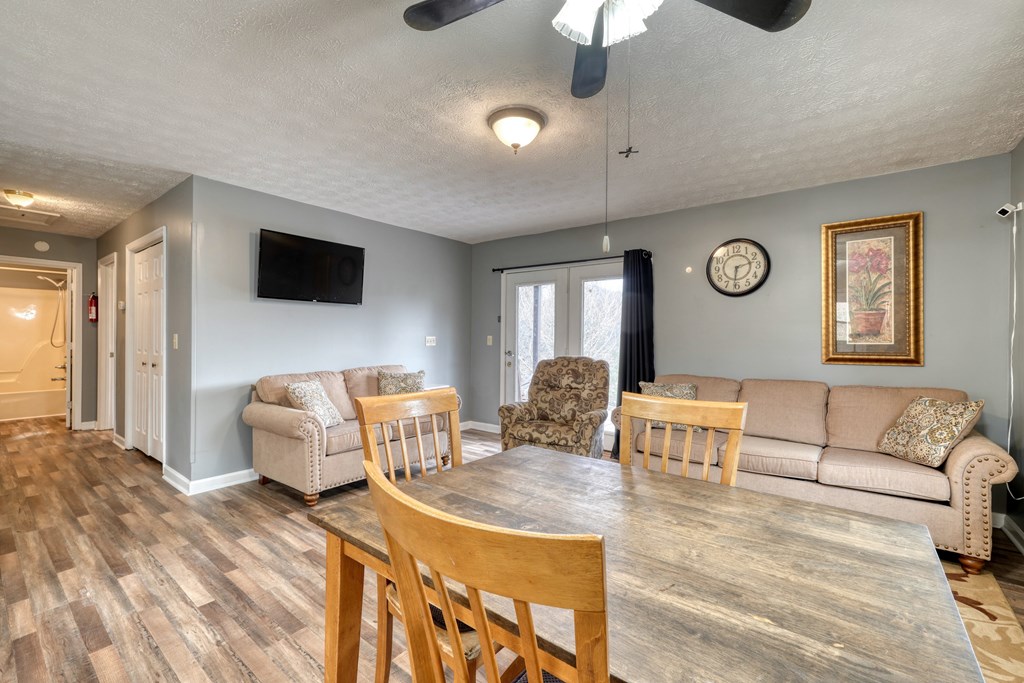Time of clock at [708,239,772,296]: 2:31
